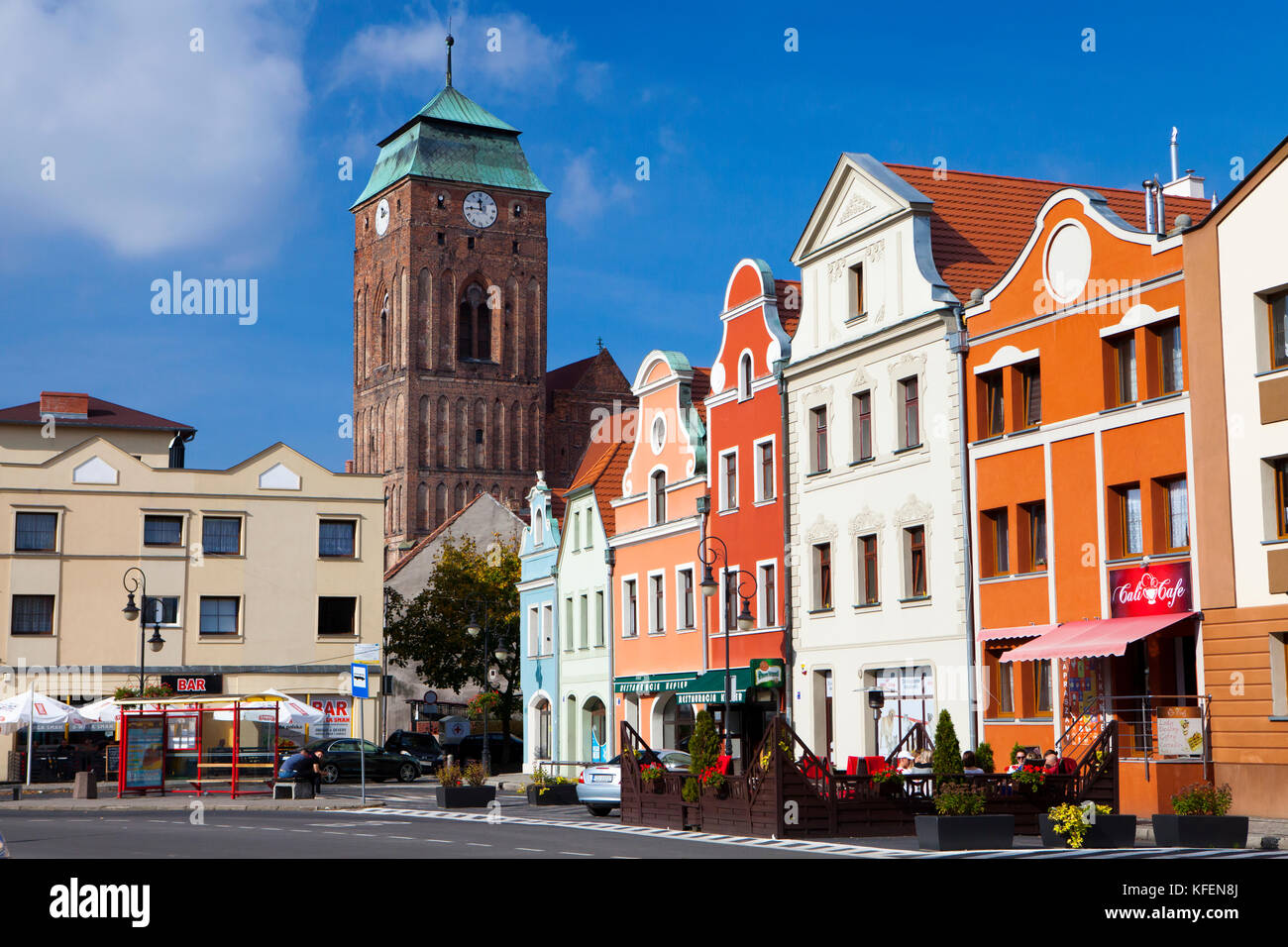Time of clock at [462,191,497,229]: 11:45
